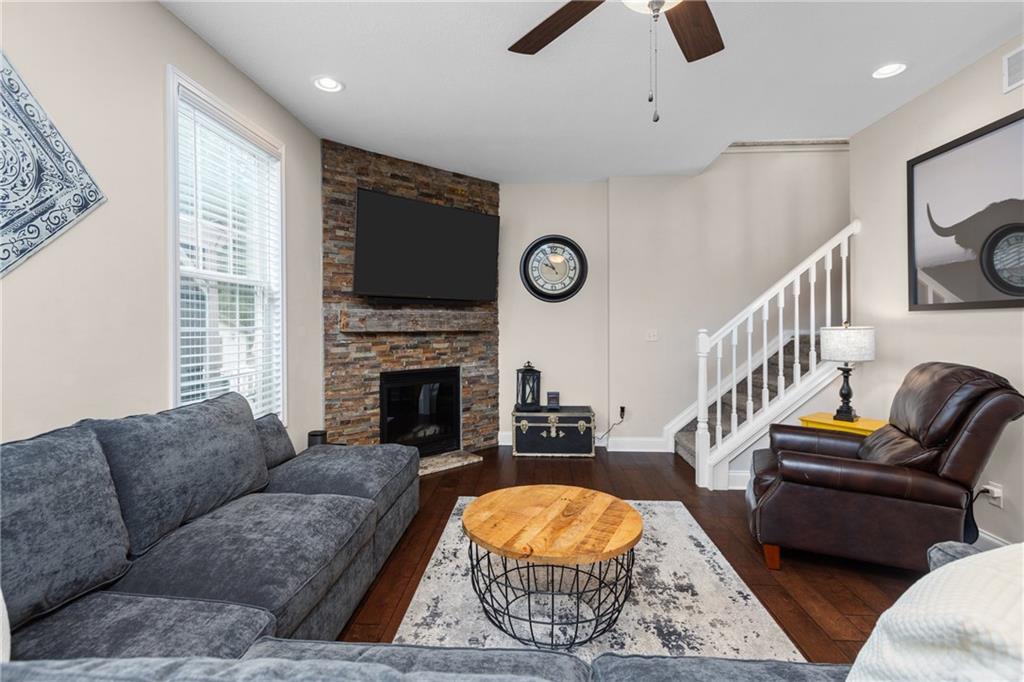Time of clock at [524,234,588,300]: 9:54
